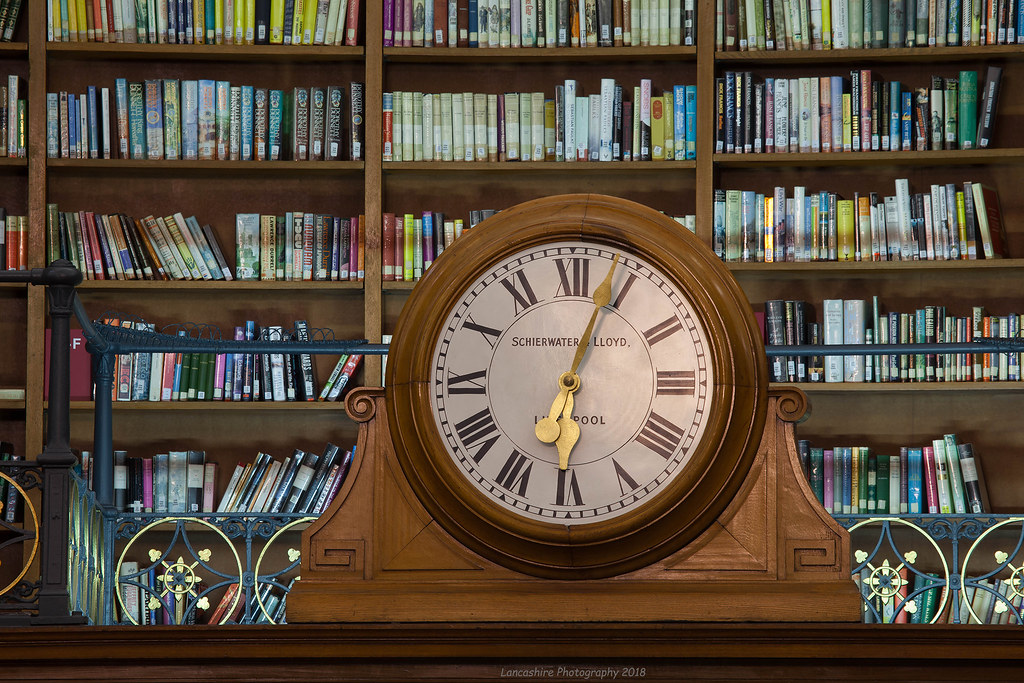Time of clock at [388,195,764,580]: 6:03
